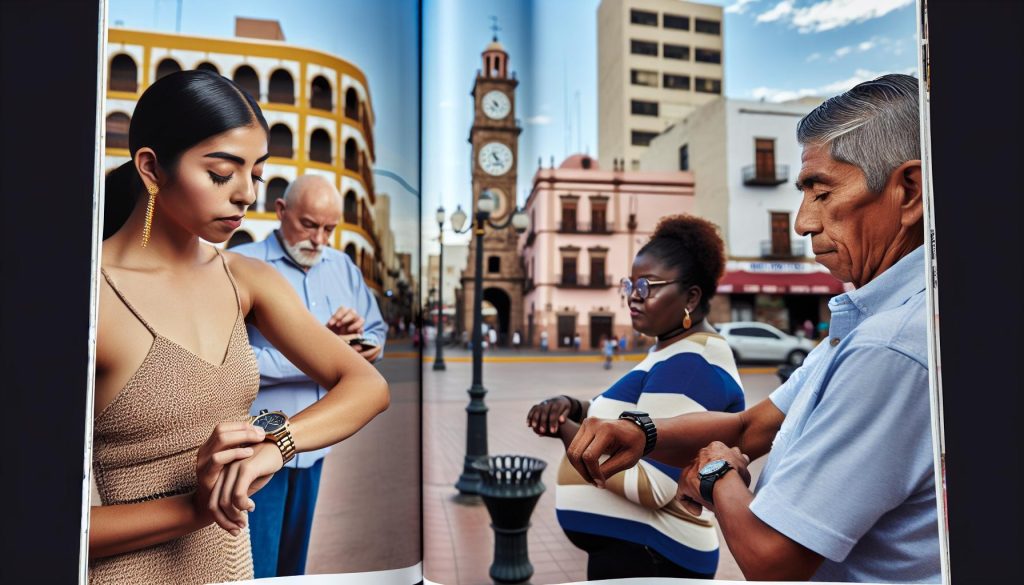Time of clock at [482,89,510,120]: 4:35
